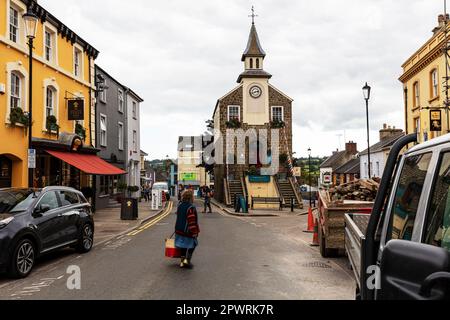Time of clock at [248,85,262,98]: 2:42
